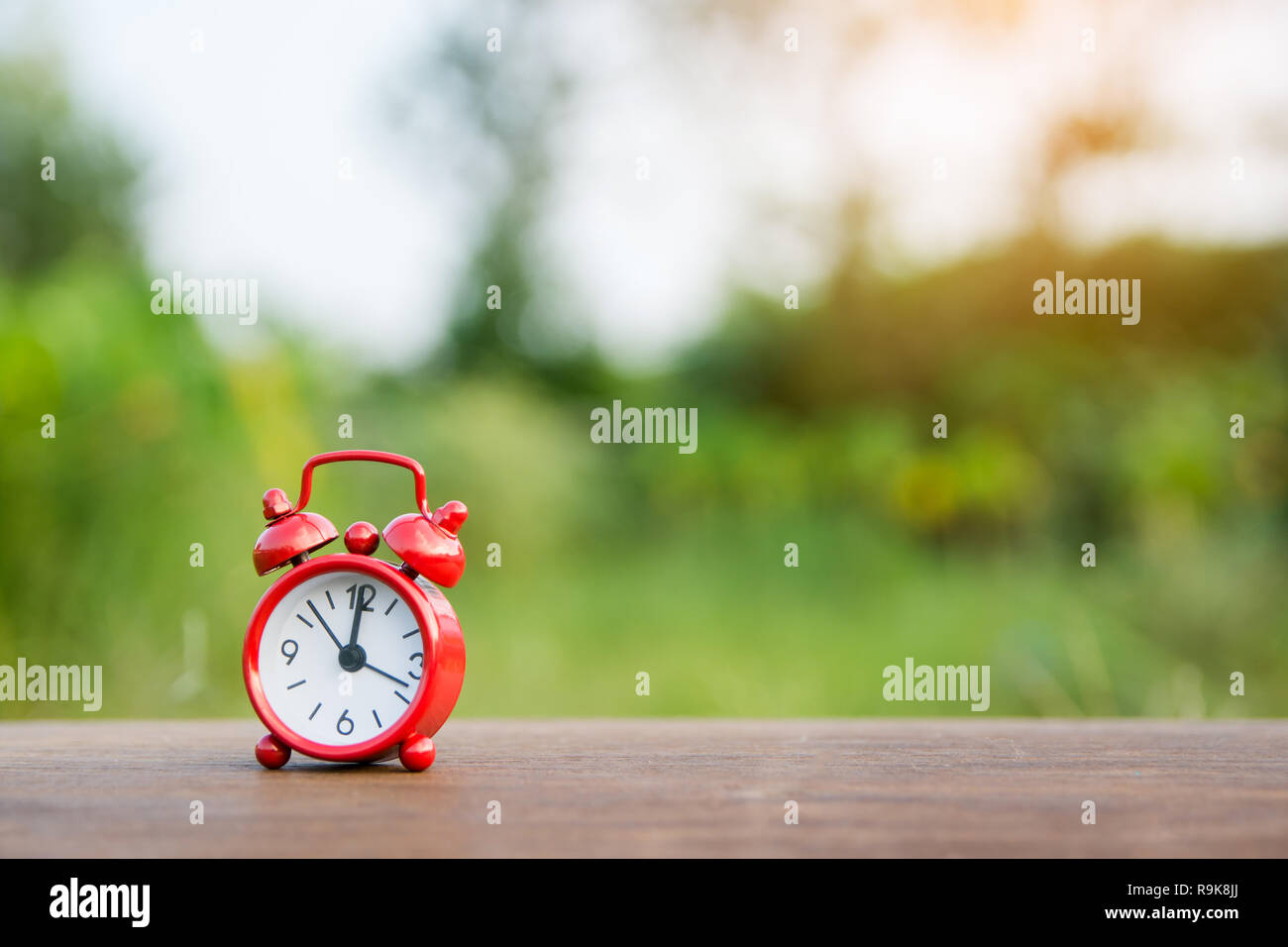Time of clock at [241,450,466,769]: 12:00
